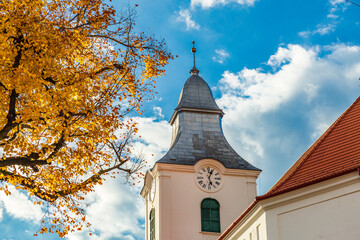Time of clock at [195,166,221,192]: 5:03
